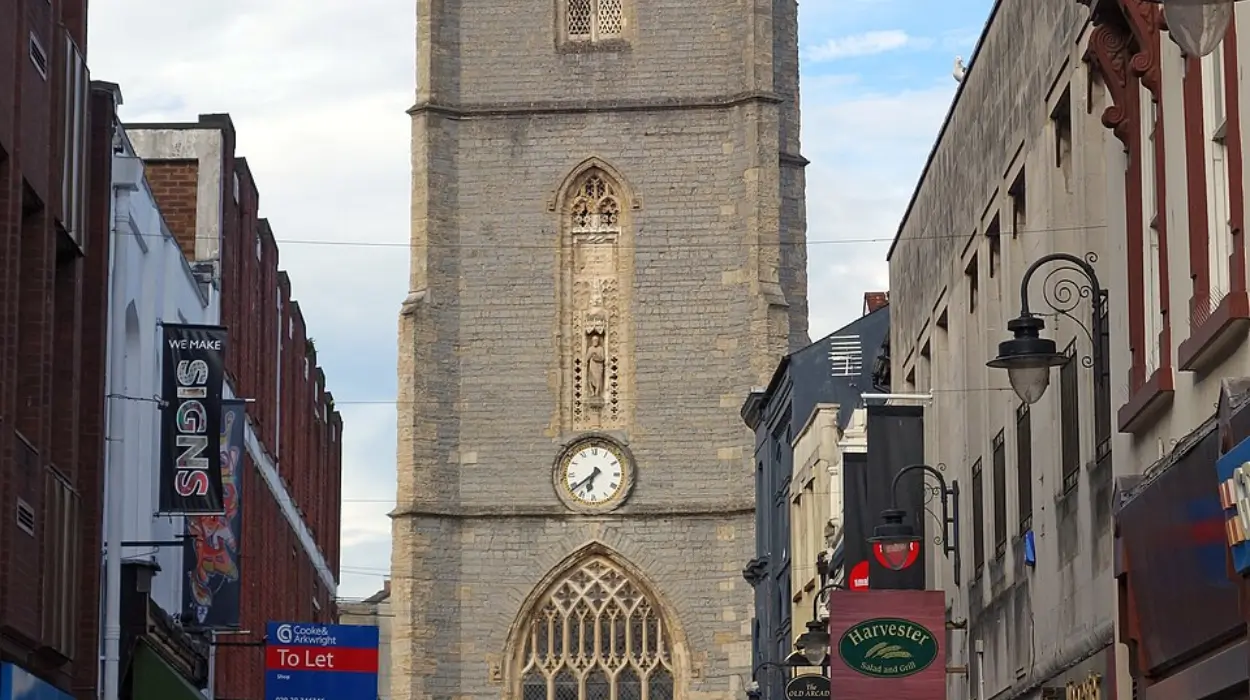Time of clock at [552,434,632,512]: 6:38
